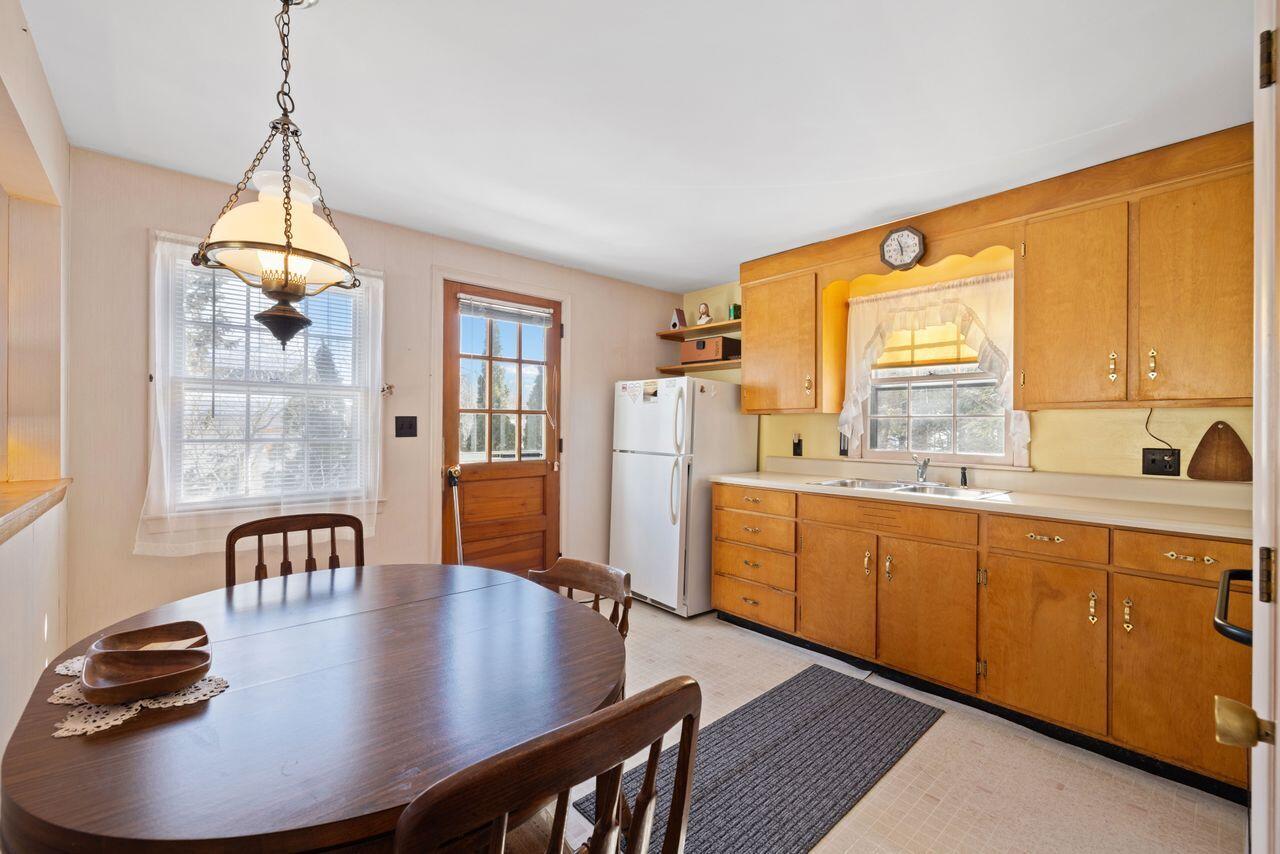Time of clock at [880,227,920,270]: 5:57
